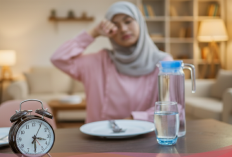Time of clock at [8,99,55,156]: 3:30
